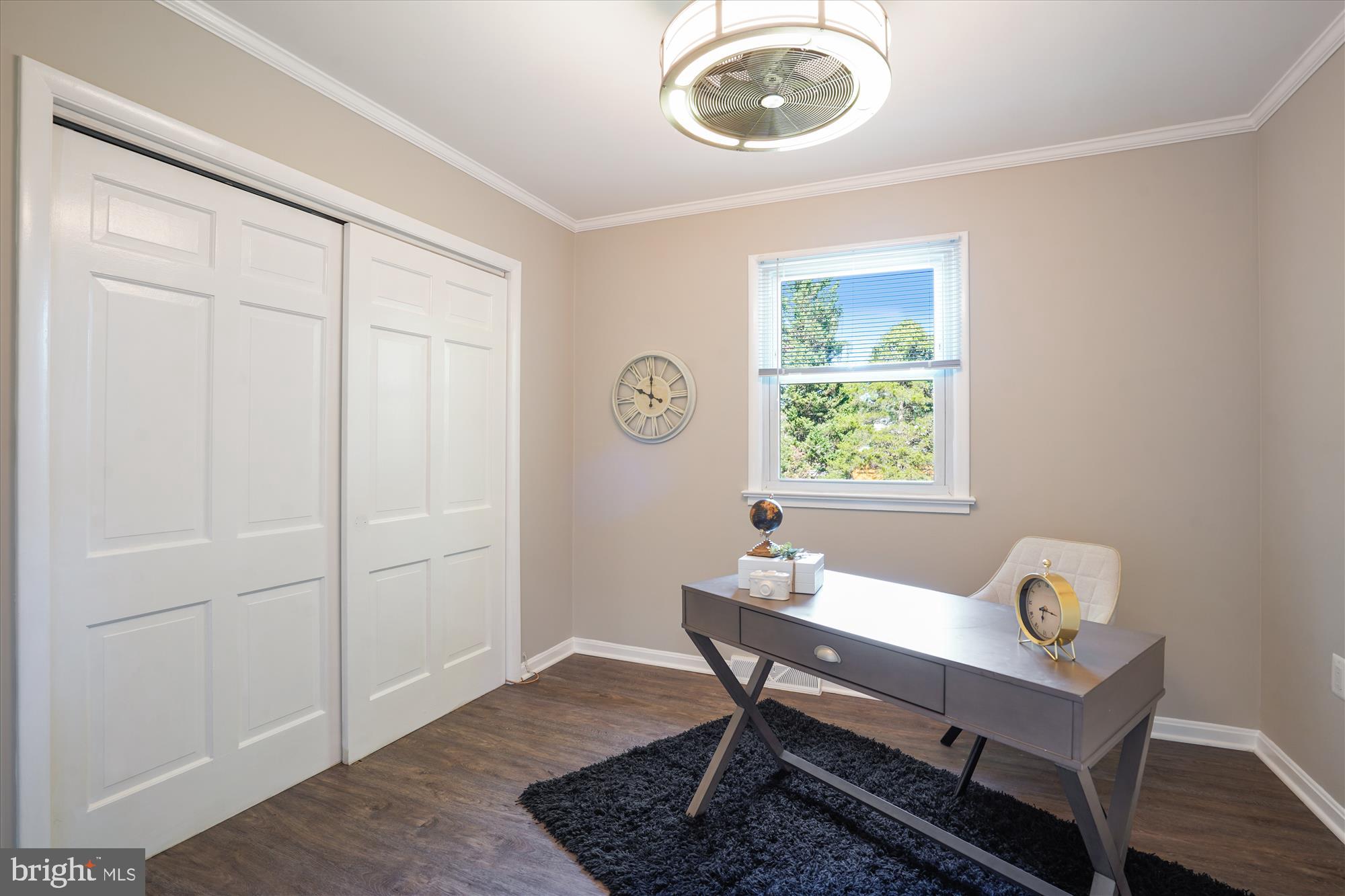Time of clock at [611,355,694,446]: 10:00
